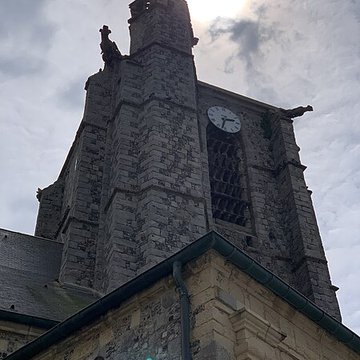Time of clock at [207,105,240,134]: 2:33
